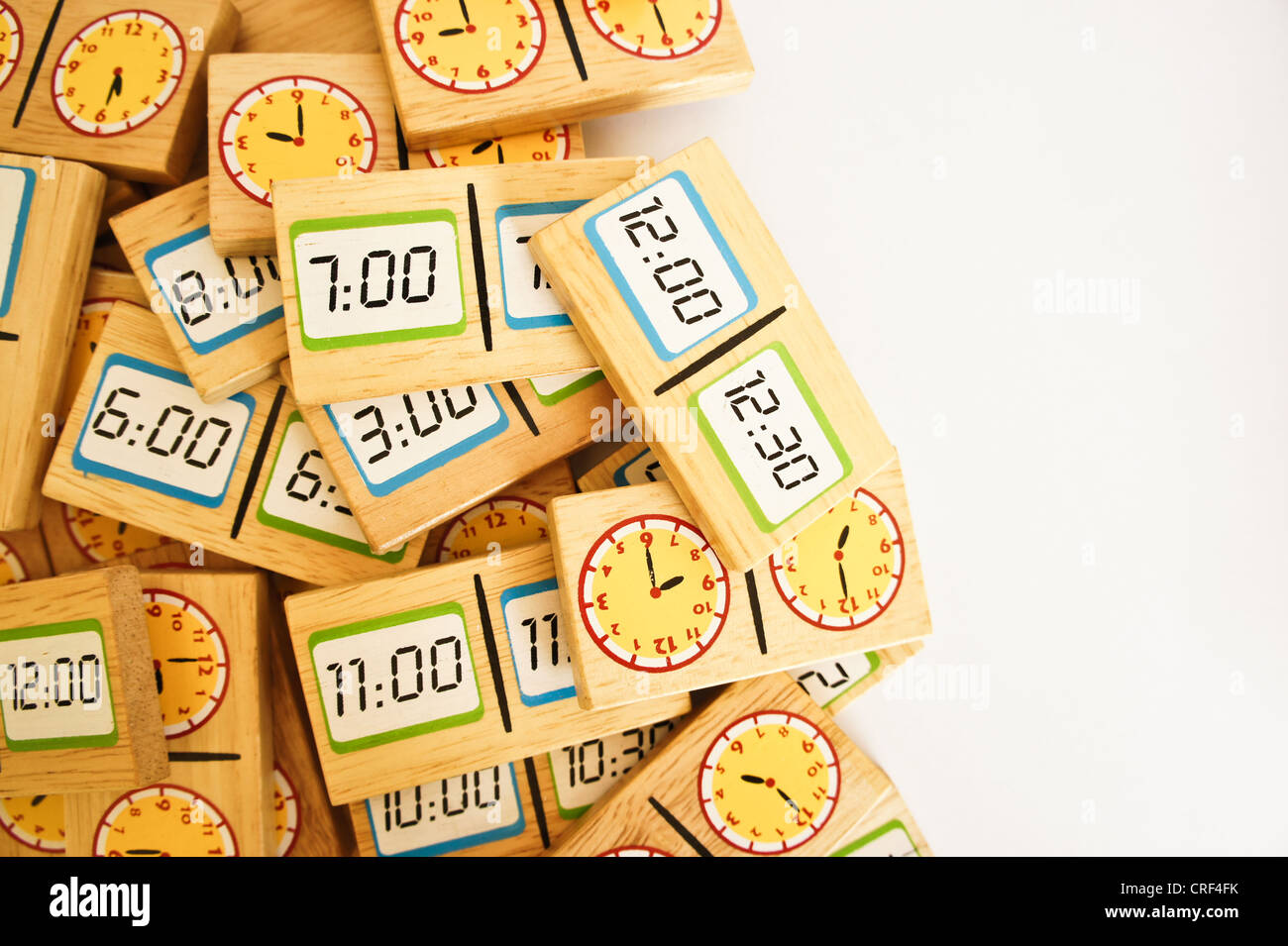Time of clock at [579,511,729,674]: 2:00
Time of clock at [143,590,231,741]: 6:14
